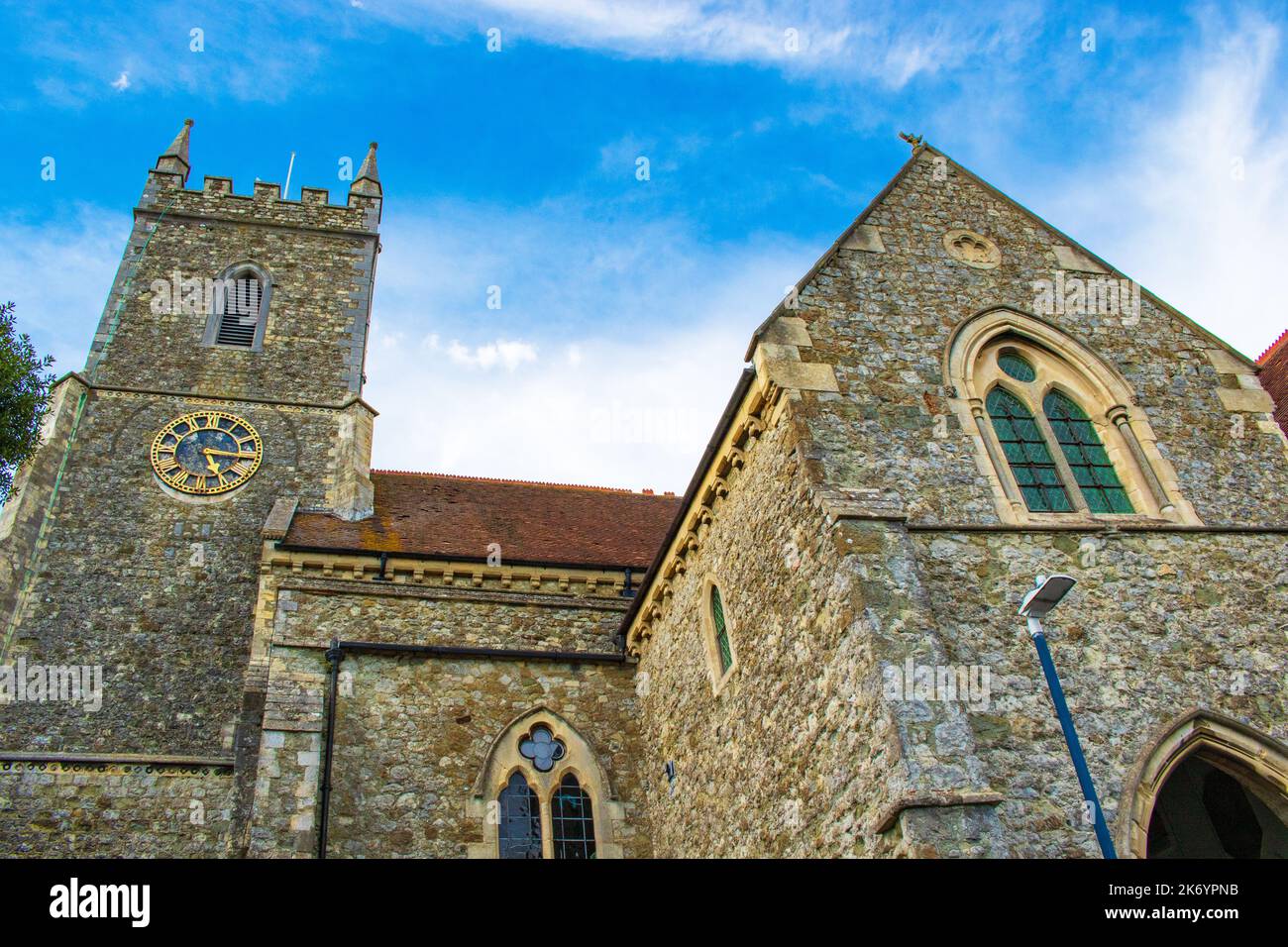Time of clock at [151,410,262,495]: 5:15
